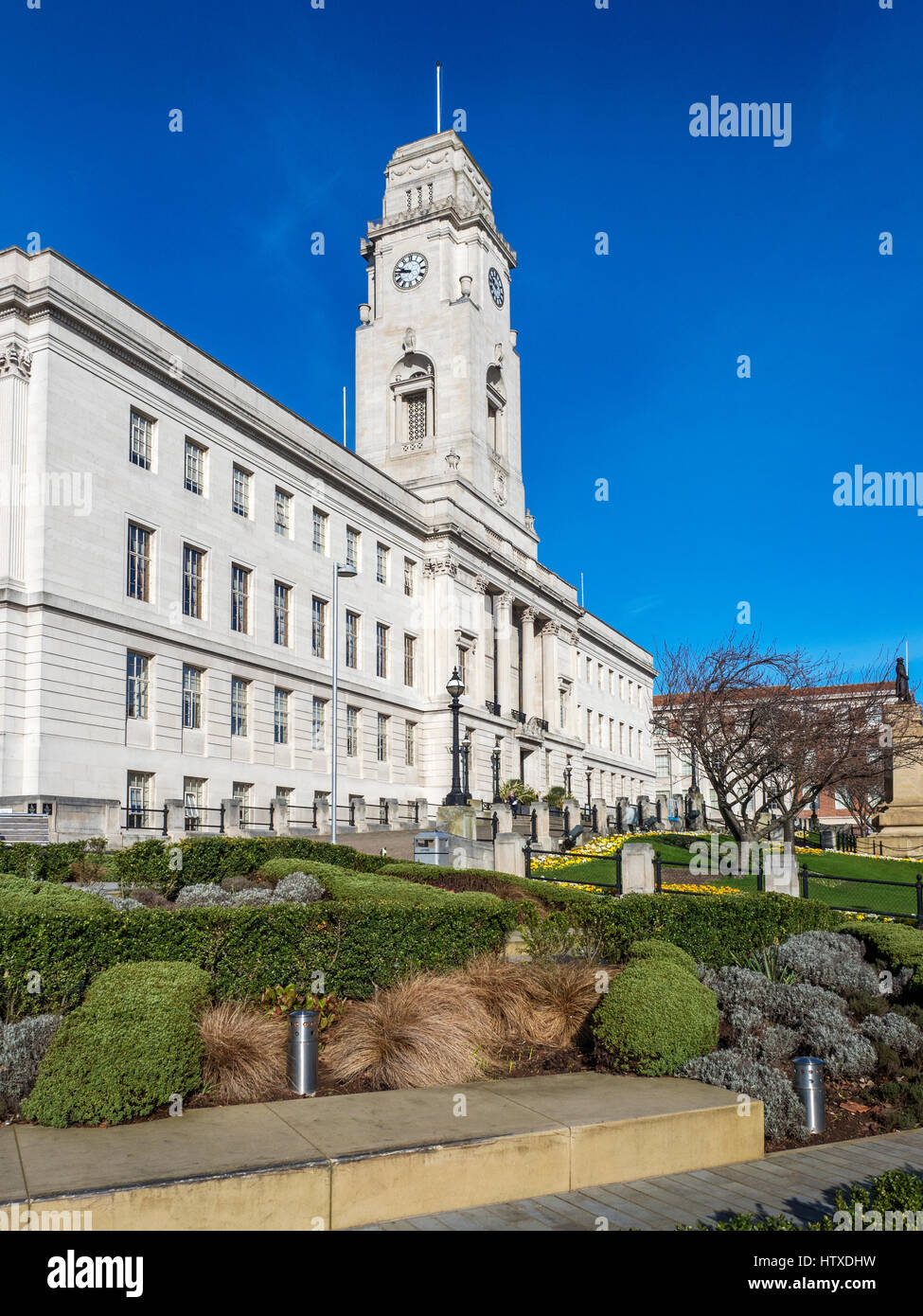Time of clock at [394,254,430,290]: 9:45
